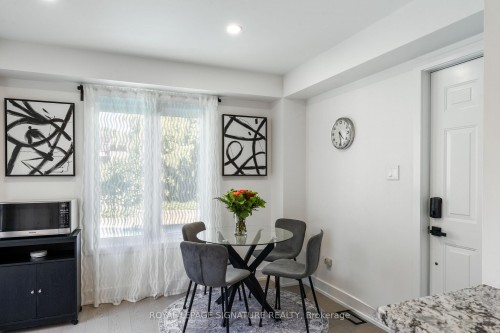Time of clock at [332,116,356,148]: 4:29
